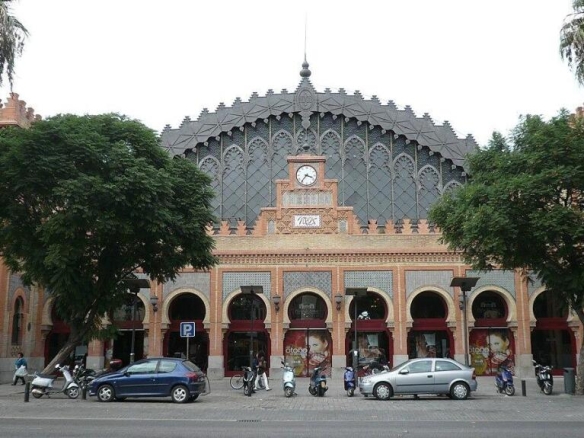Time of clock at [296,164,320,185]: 3:36
